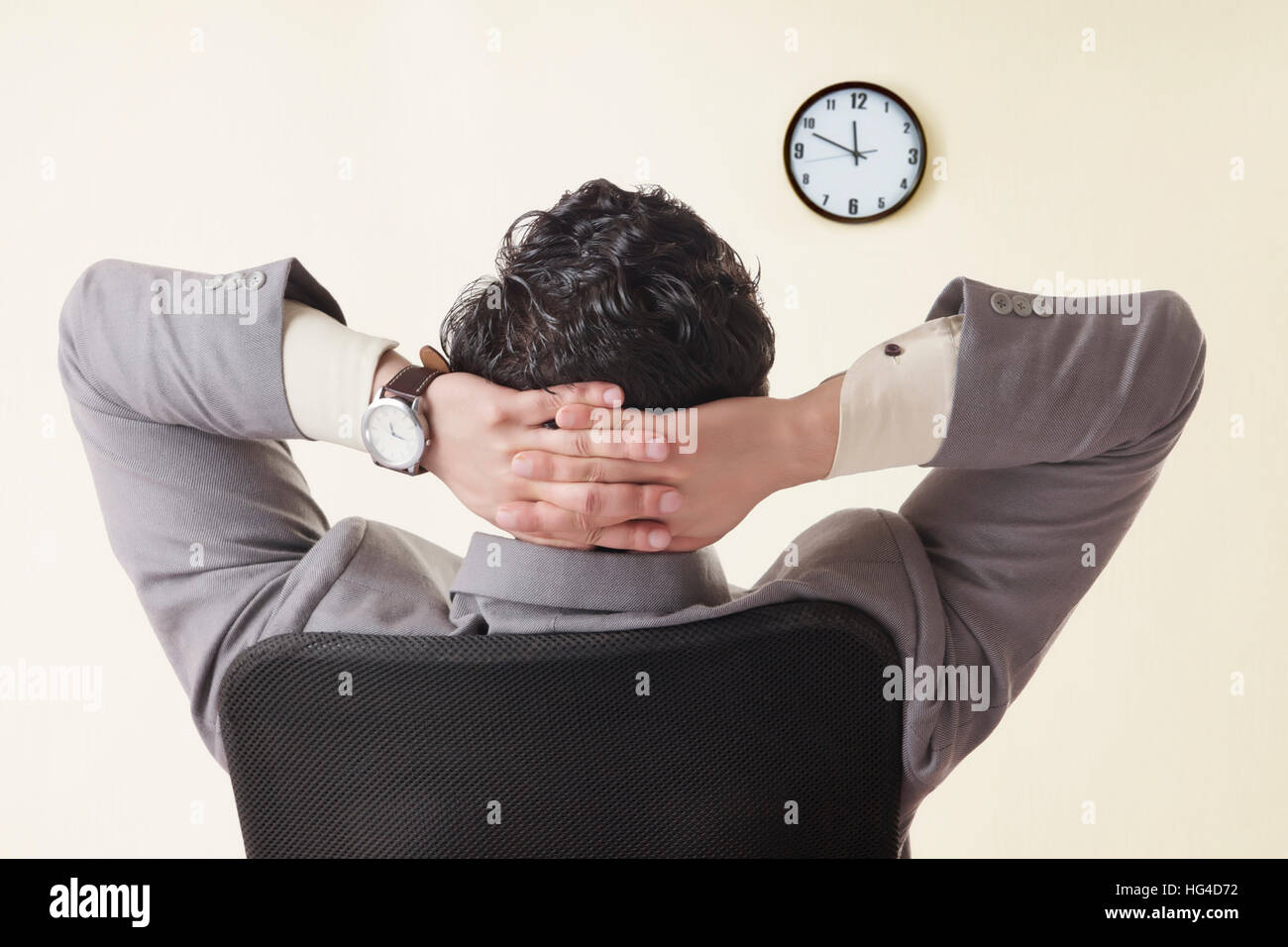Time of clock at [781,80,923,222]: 11:48
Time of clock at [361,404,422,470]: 11:17
